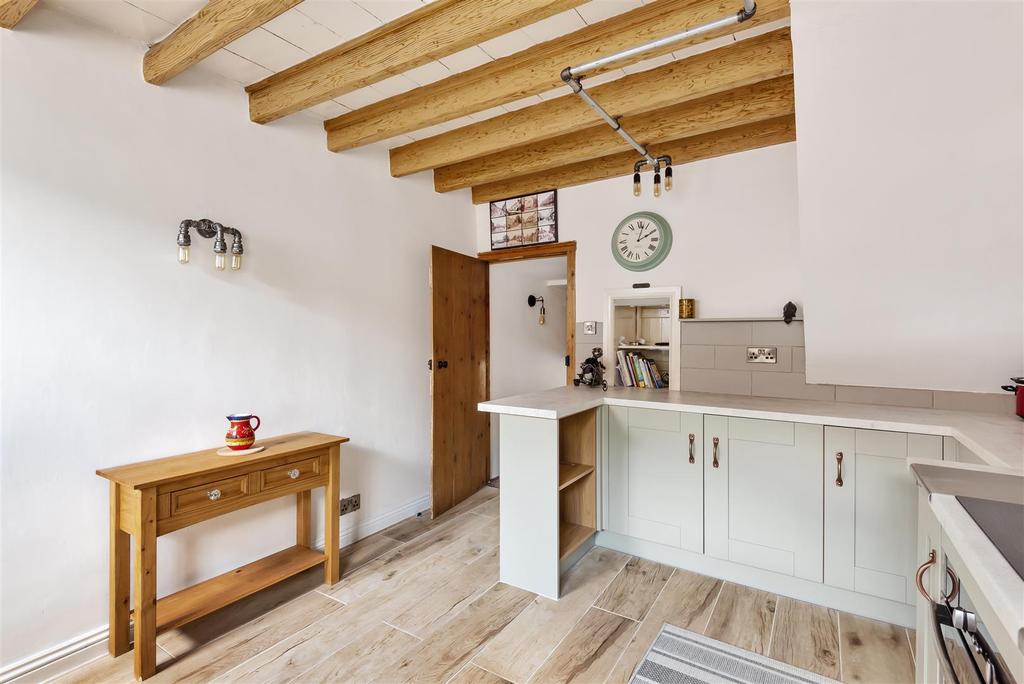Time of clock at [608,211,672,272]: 2:02
